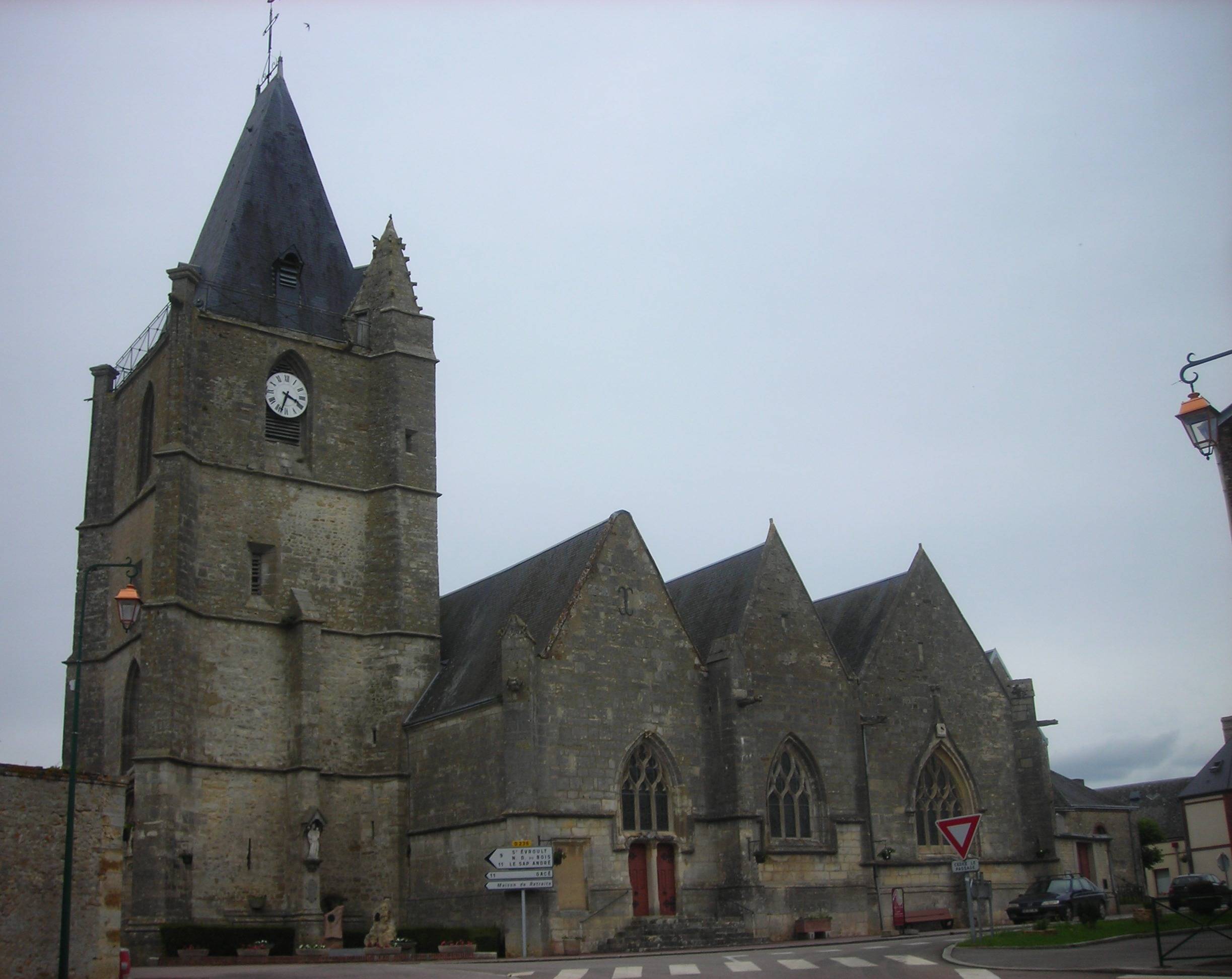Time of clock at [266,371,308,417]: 3:33
